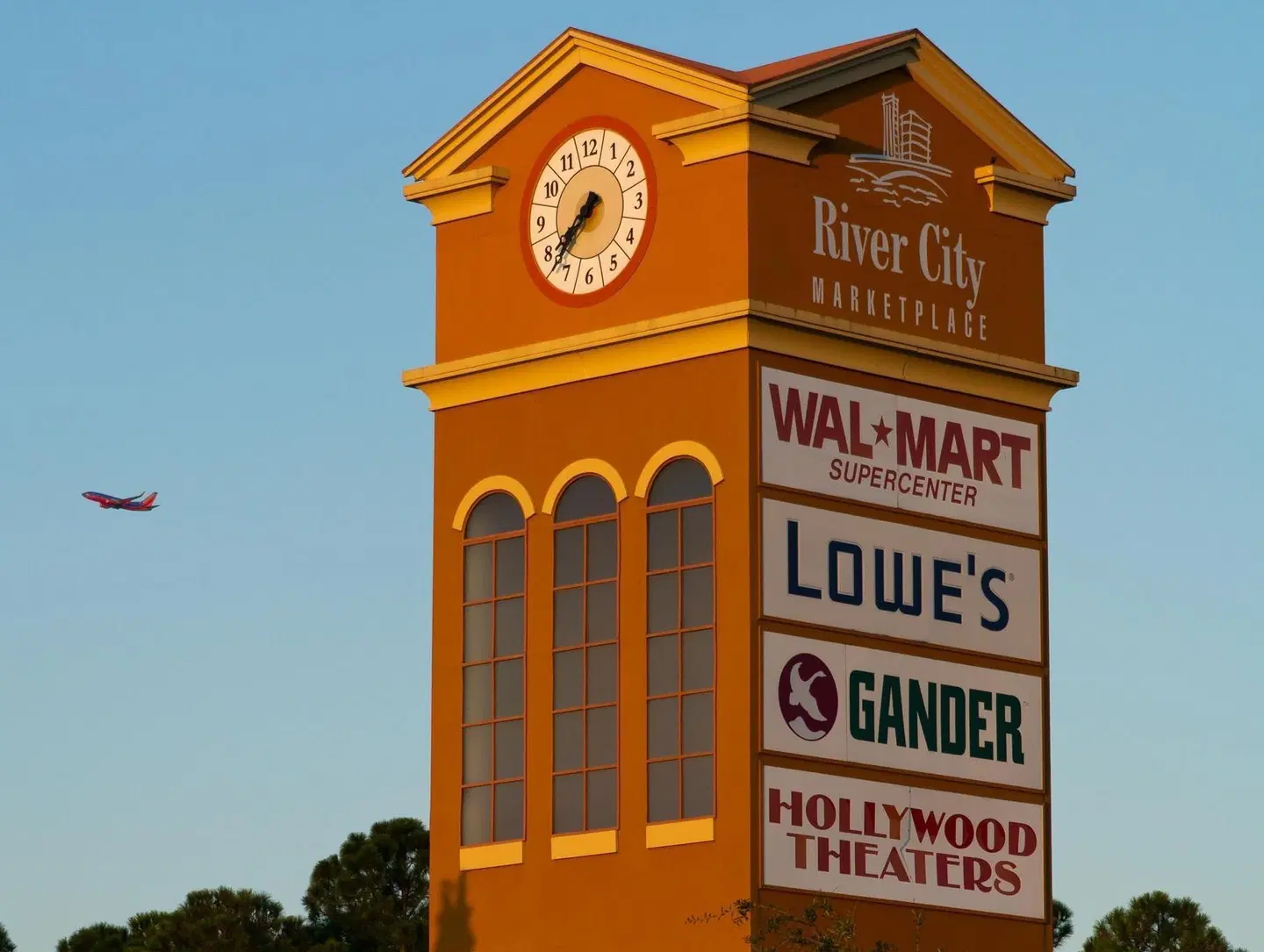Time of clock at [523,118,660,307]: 7:37
